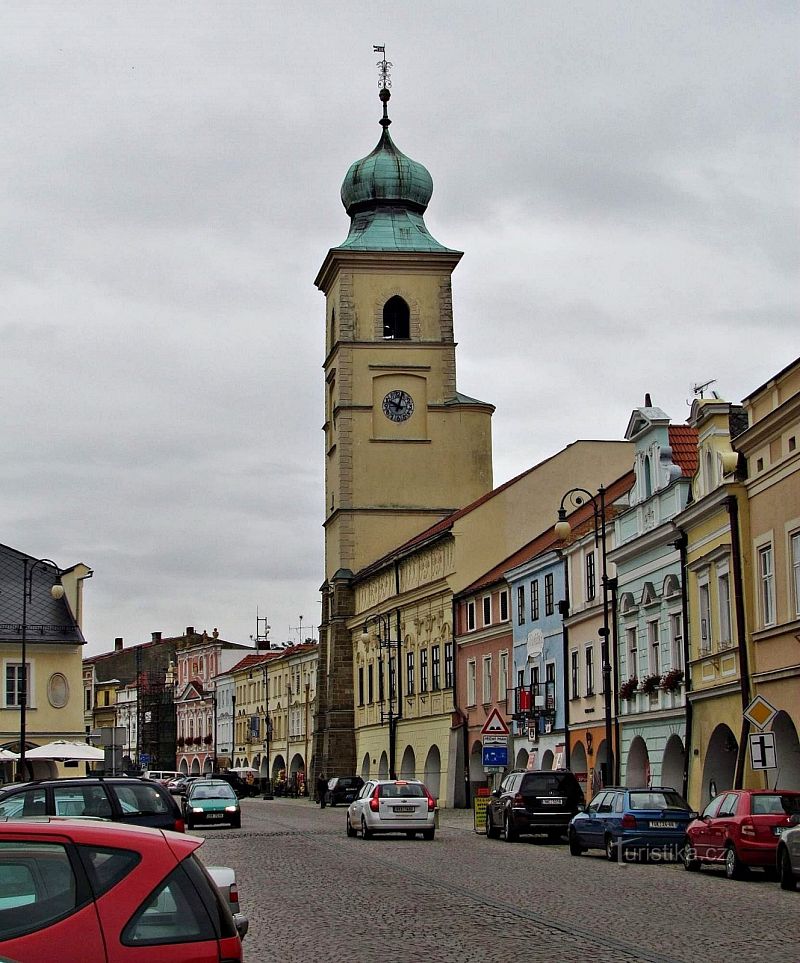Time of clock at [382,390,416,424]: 10:02
